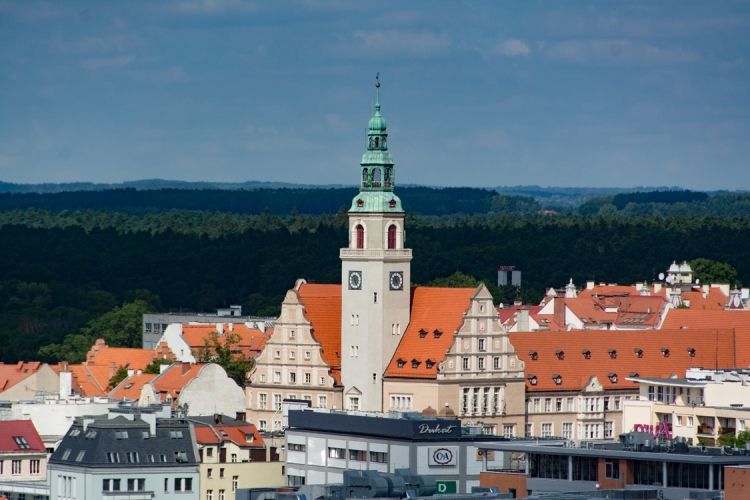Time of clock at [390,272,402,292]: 7:24
